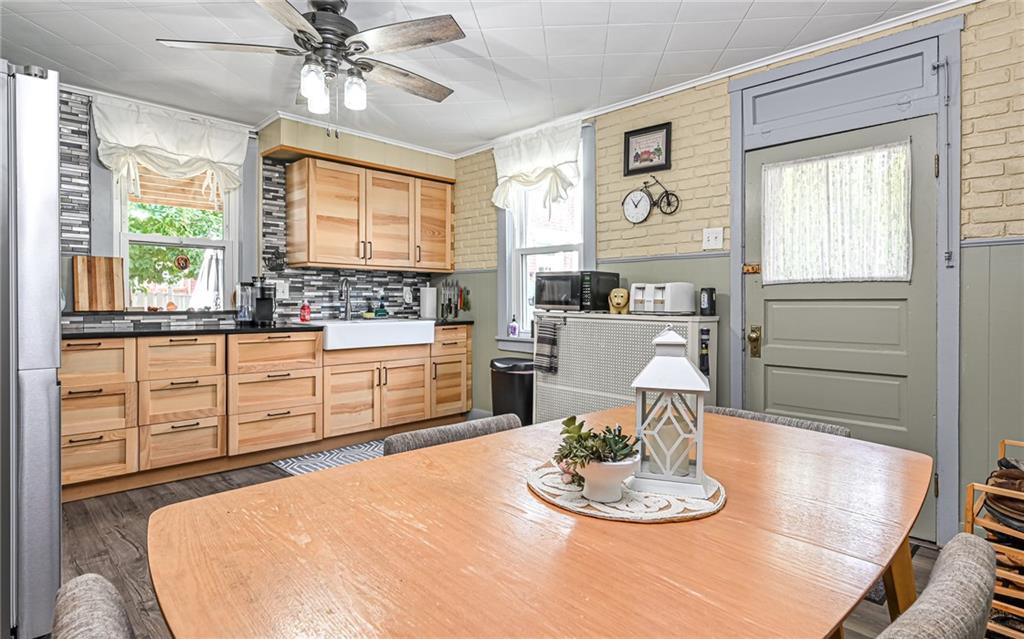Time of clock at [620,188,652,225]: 11:07
